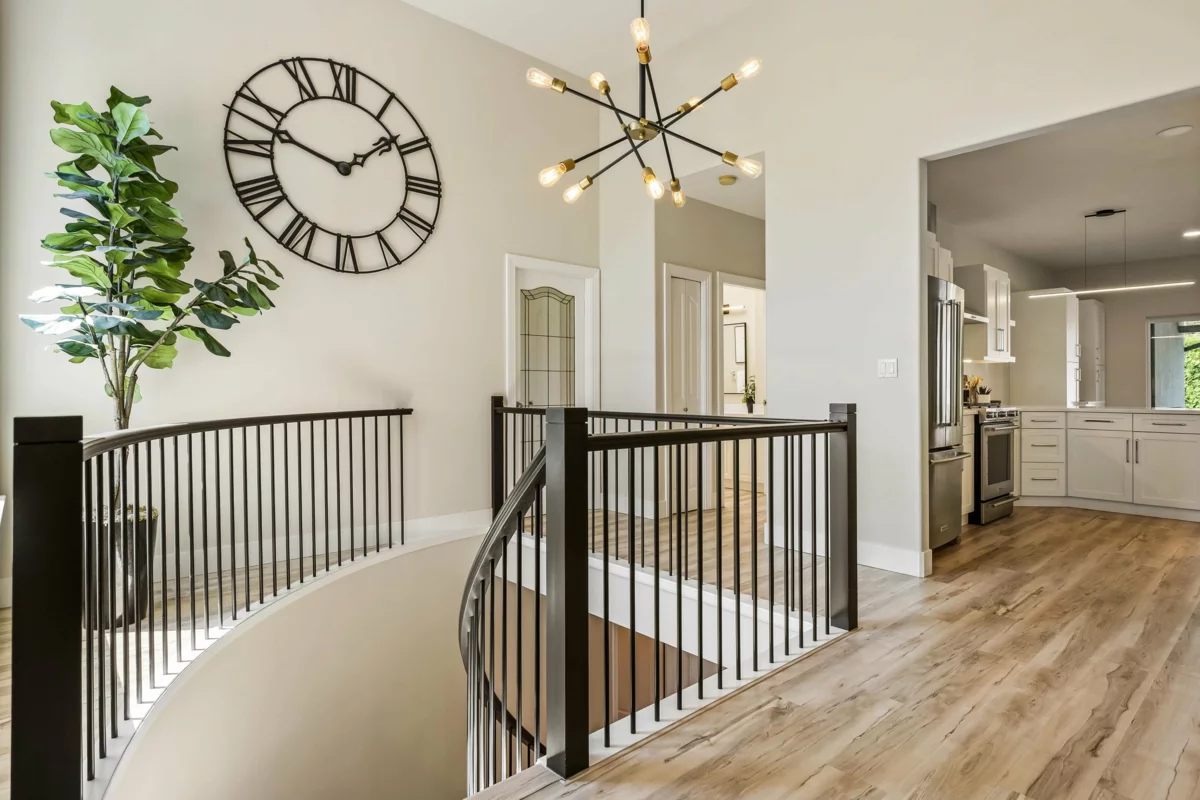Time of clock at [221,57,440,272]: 1:47
